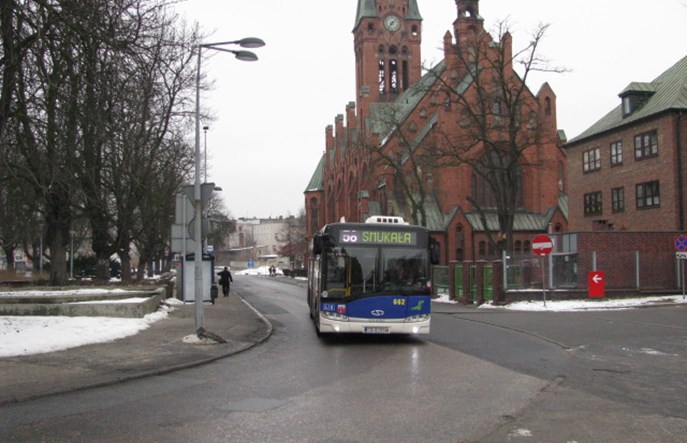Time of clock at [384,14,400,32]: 7:07
